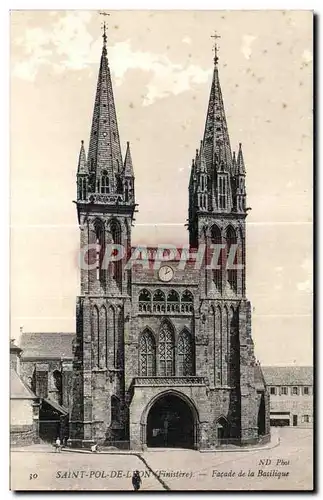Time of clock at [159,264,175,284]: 2:02
